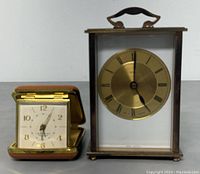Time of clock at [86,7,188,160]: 5:00
